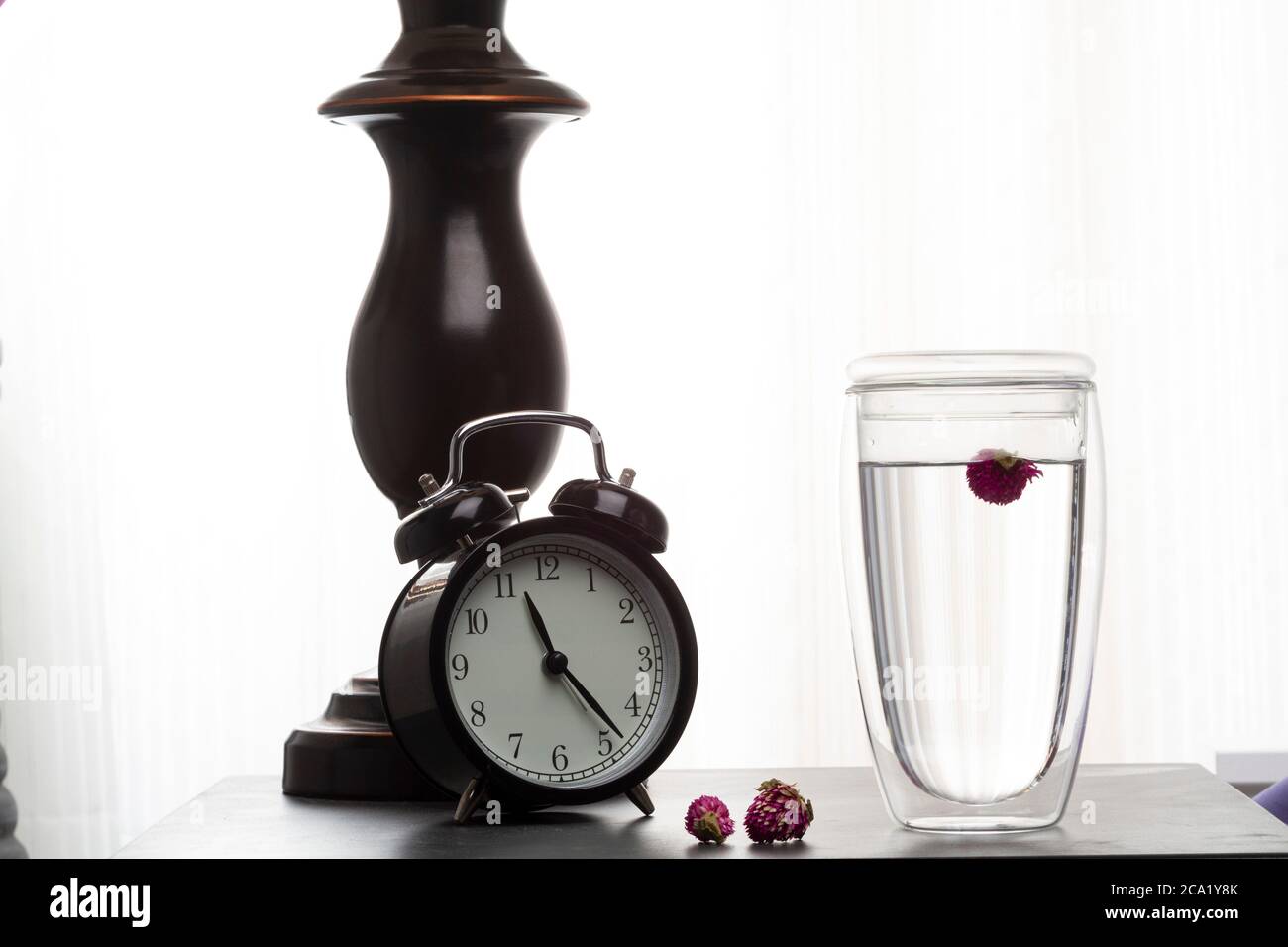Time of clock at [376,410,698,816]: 11:23
